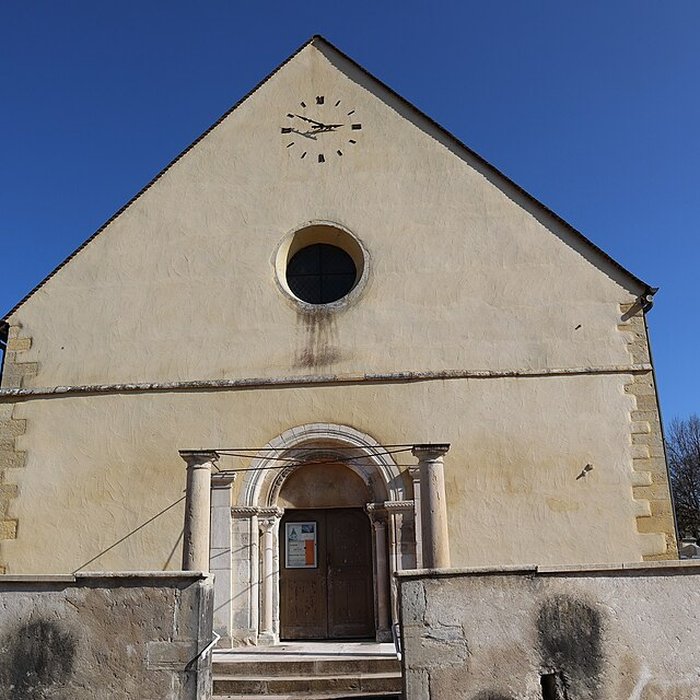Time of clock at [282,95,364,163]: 2:50
